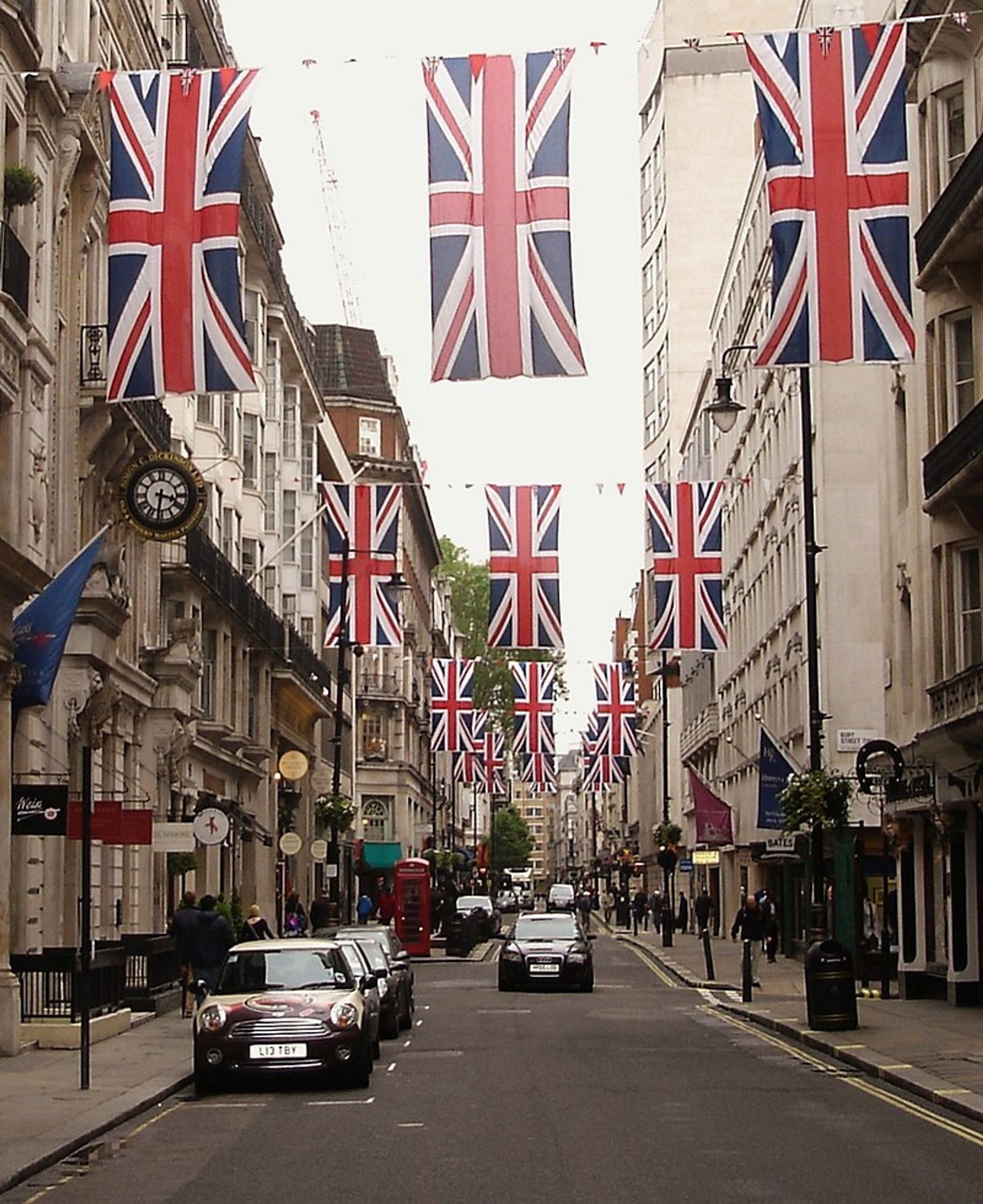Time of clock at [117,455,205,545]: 3:31
